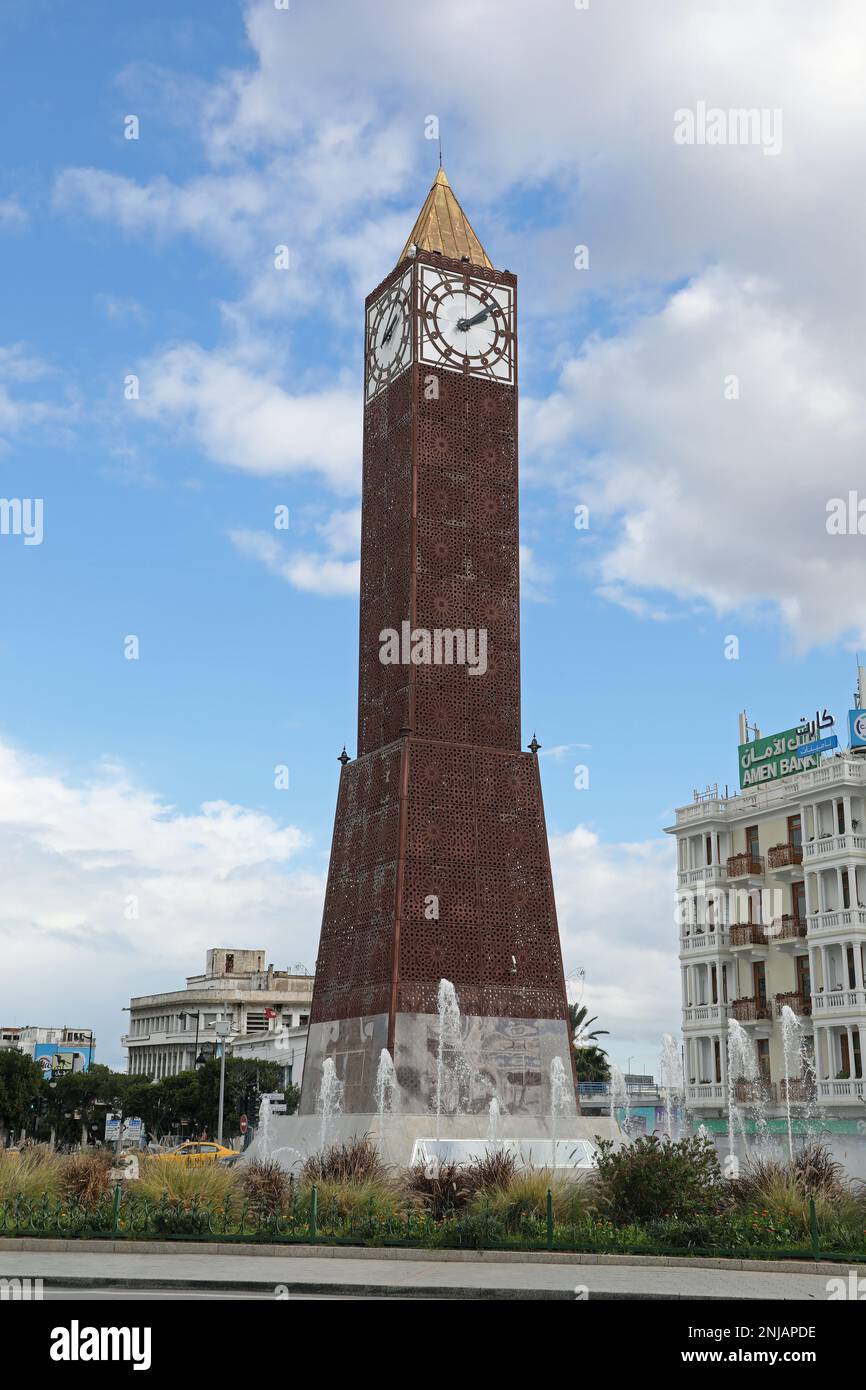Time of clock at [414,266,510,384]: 2:08
